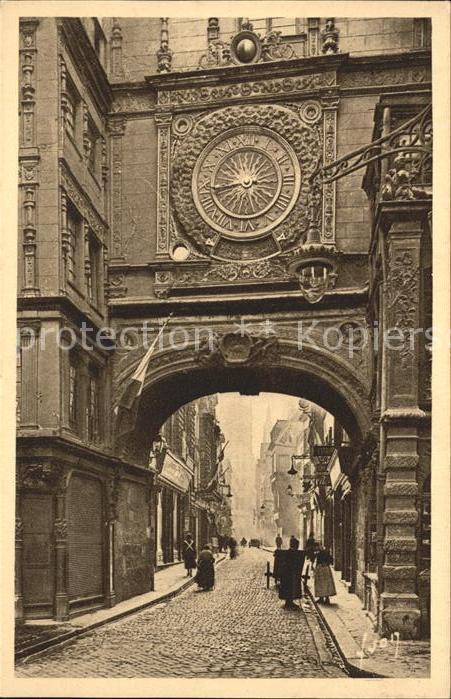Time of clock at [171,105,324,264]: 8:43
